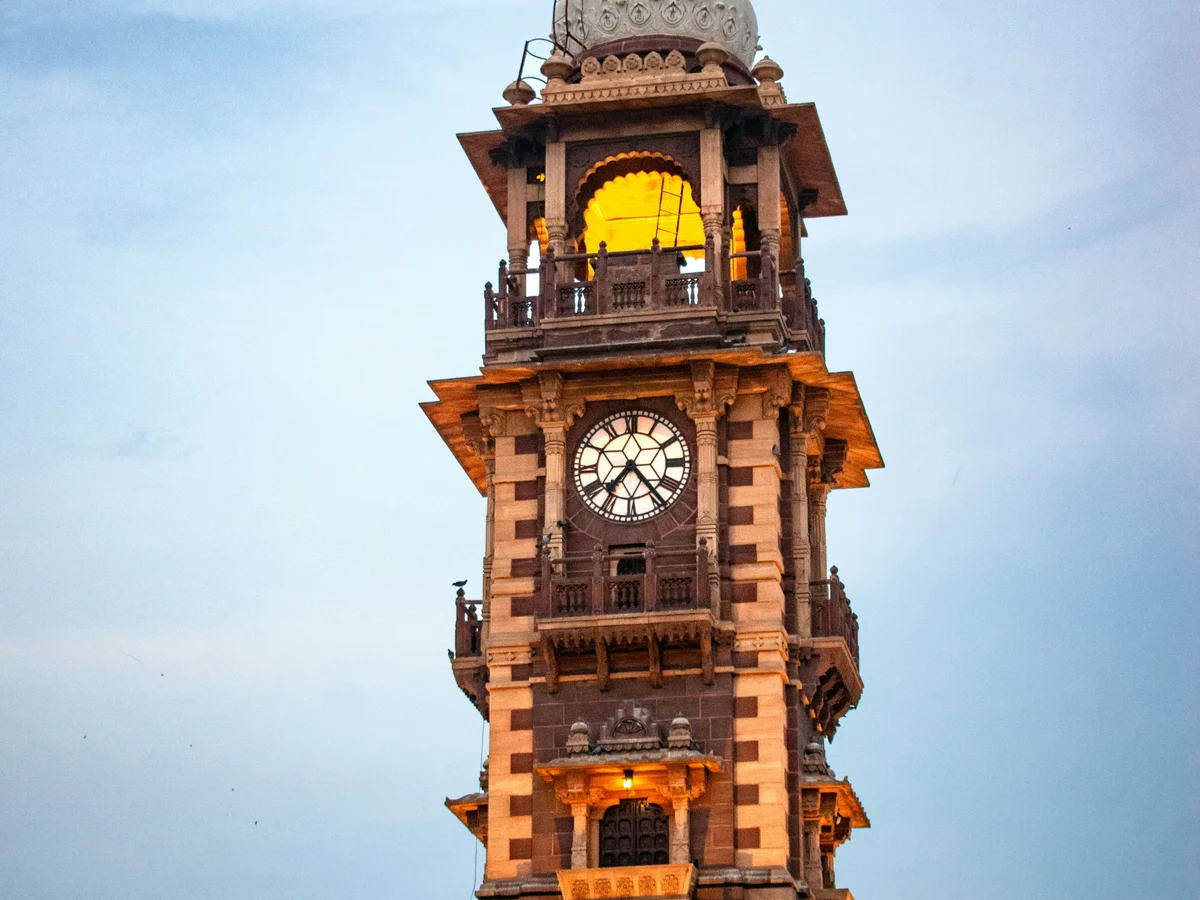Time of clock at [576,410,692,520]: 7:23
